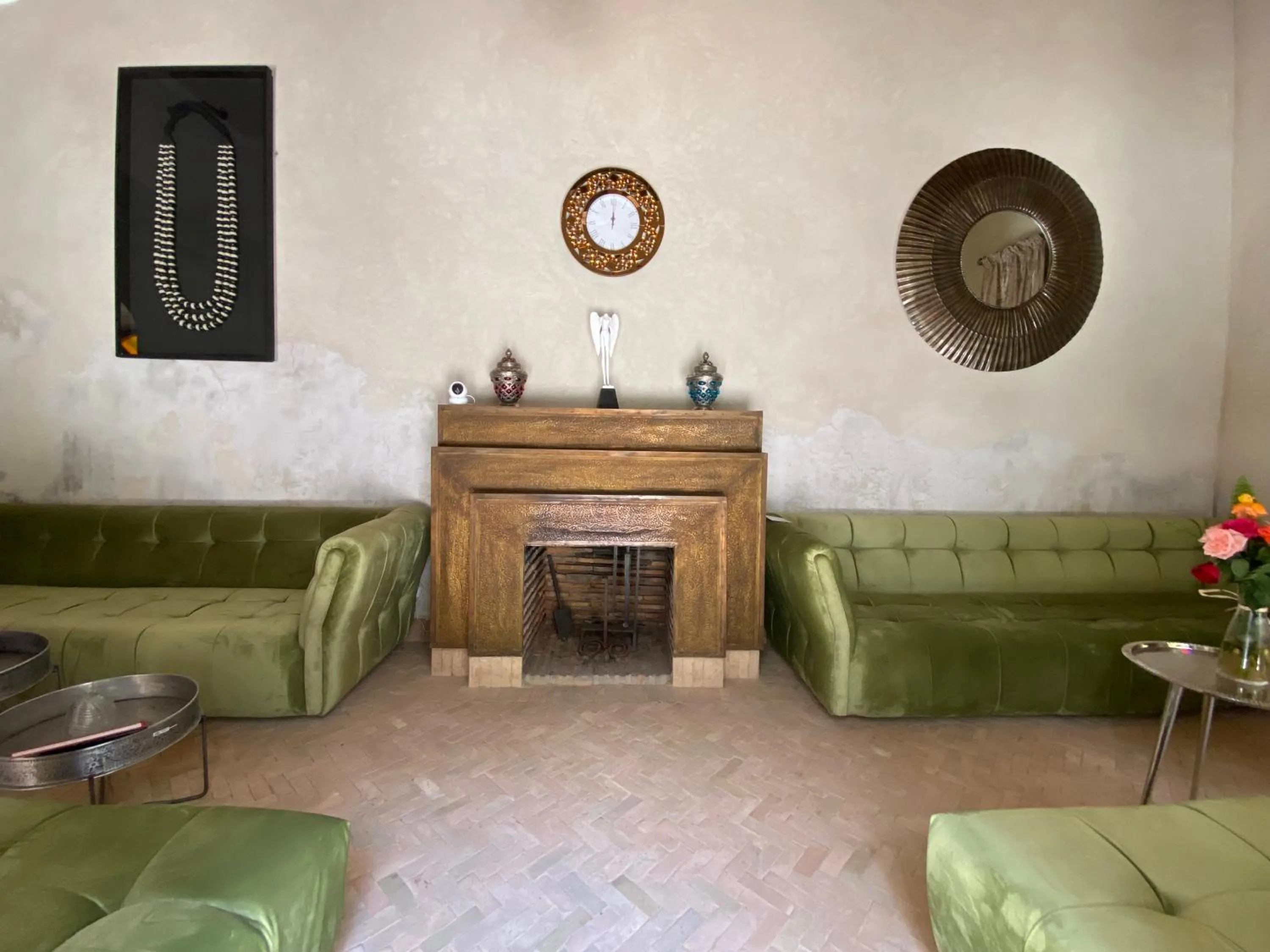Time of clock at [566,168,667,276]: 12:00
